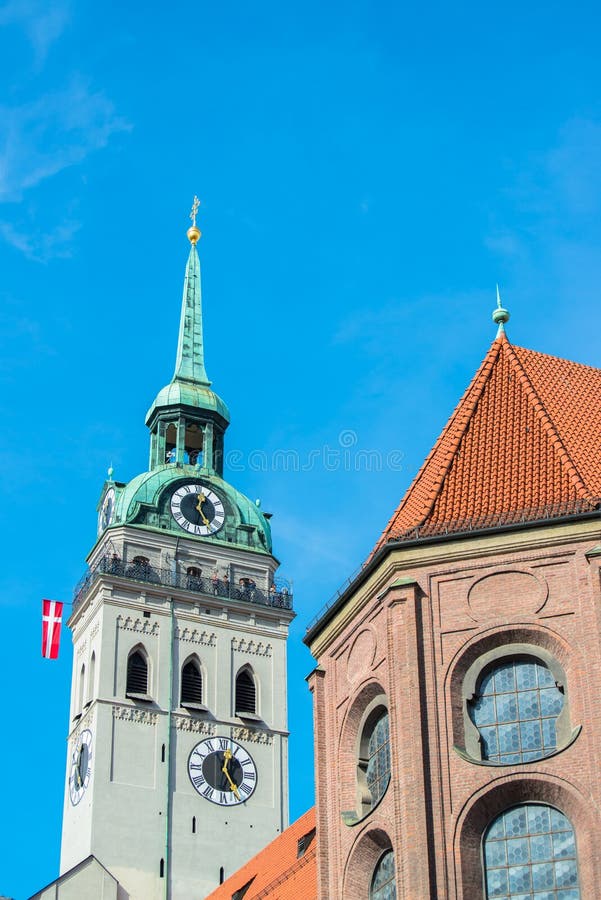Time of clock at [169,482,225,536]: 12:24
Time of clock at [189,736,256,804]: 5:02
